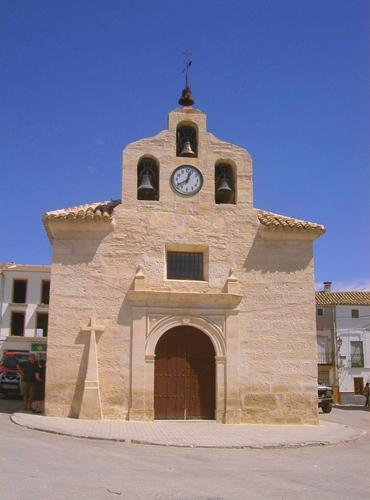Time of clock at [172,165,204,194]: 12:39
